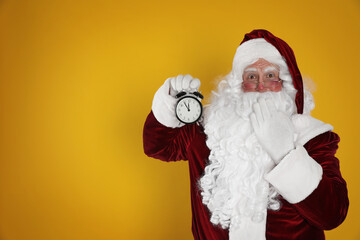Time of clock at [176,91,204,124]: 11:54
